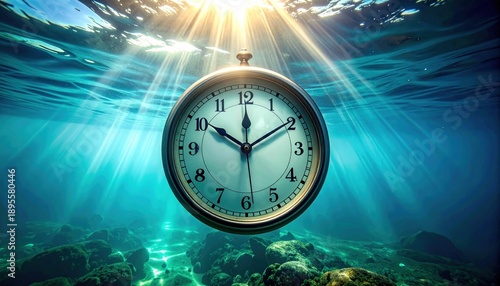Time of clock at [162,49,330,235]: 10:09
